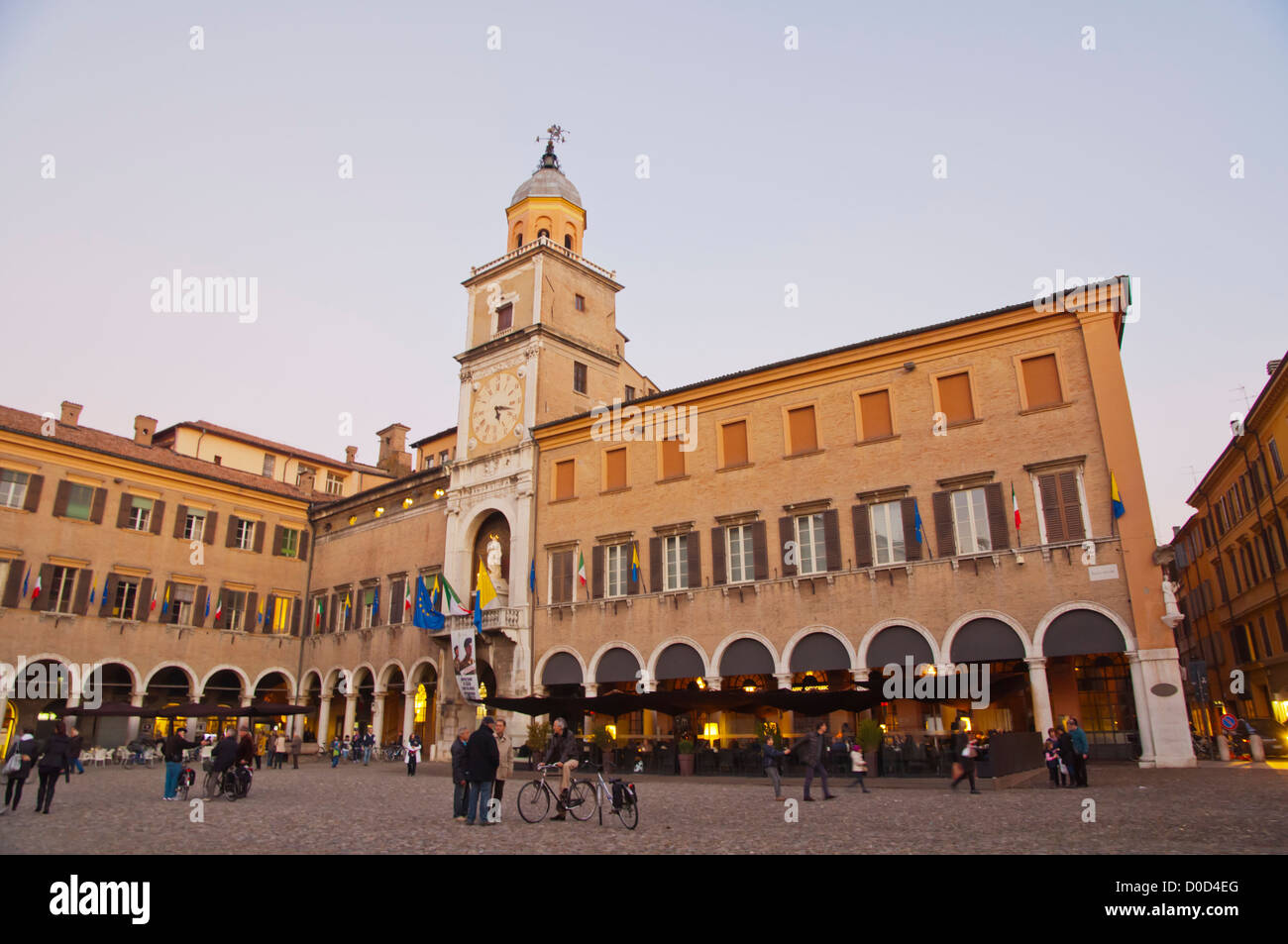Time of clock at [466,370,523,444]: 5:17
